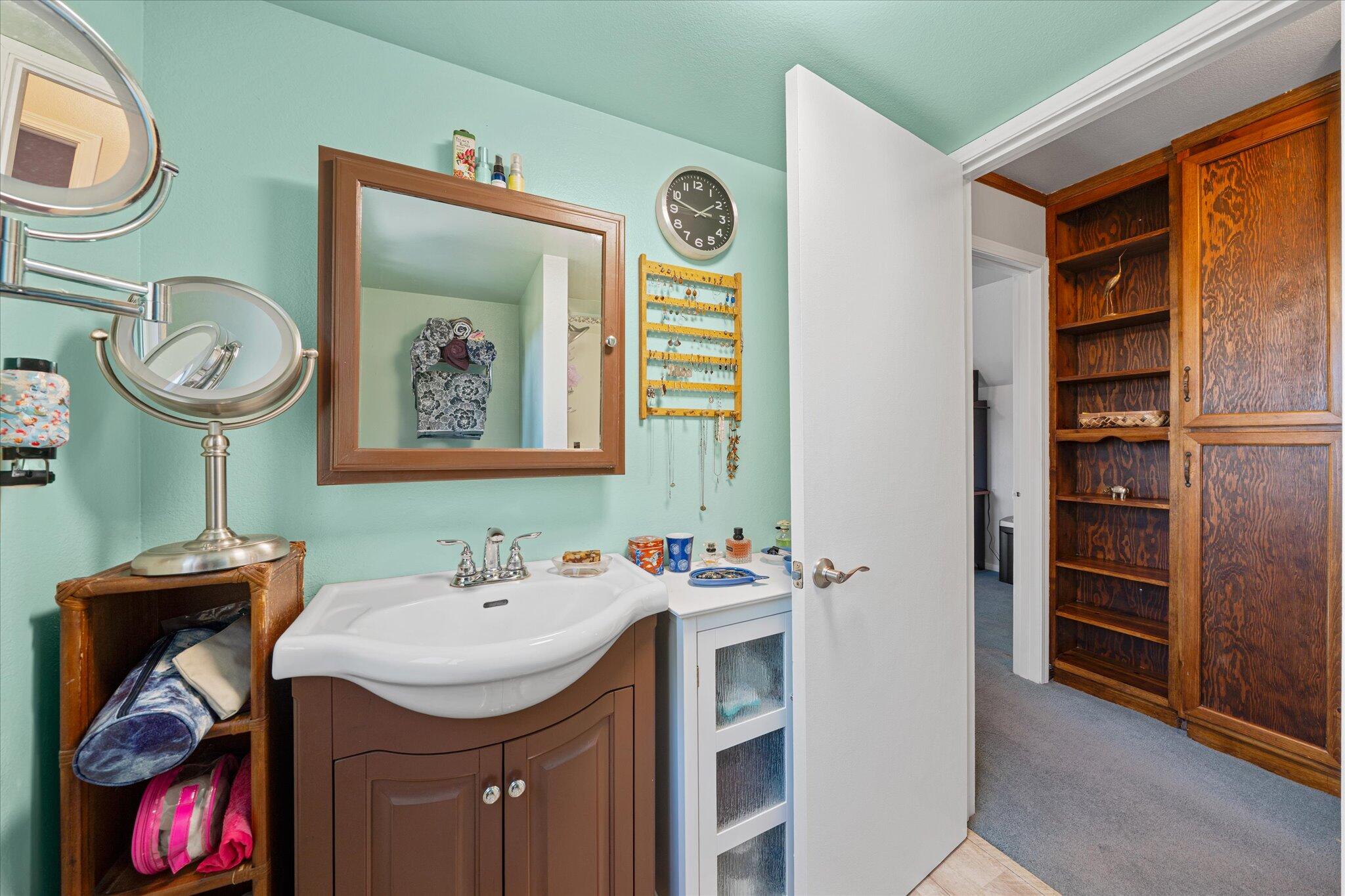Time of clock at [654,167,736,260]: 1:47
